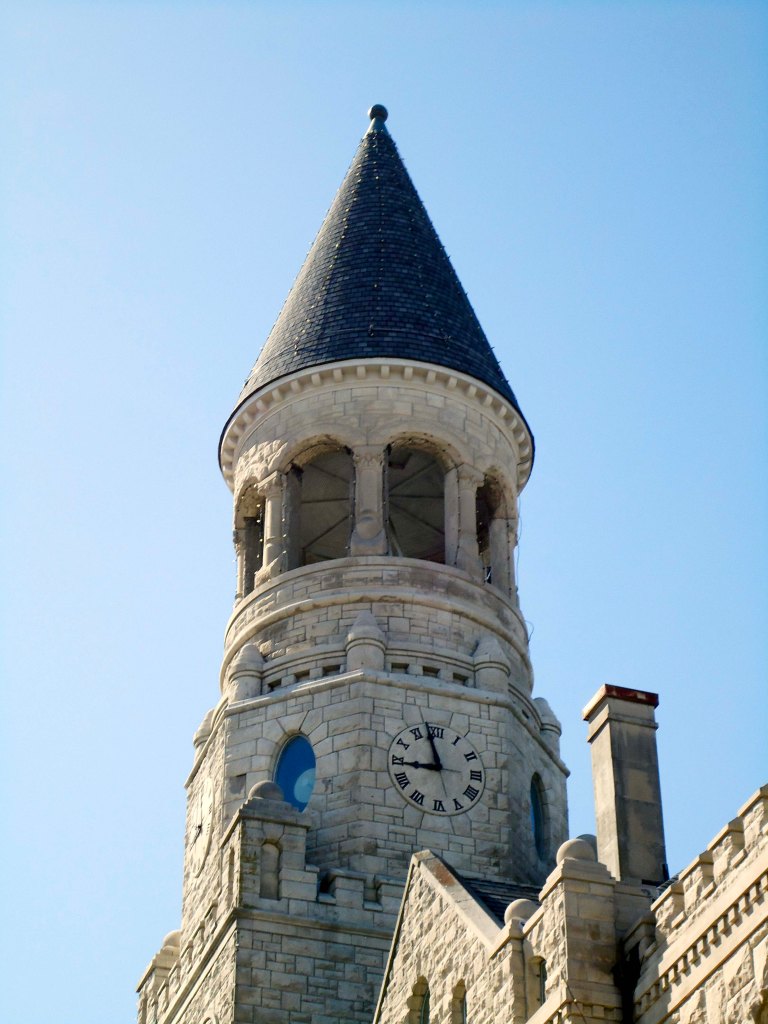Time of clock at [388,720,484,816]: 8:57
